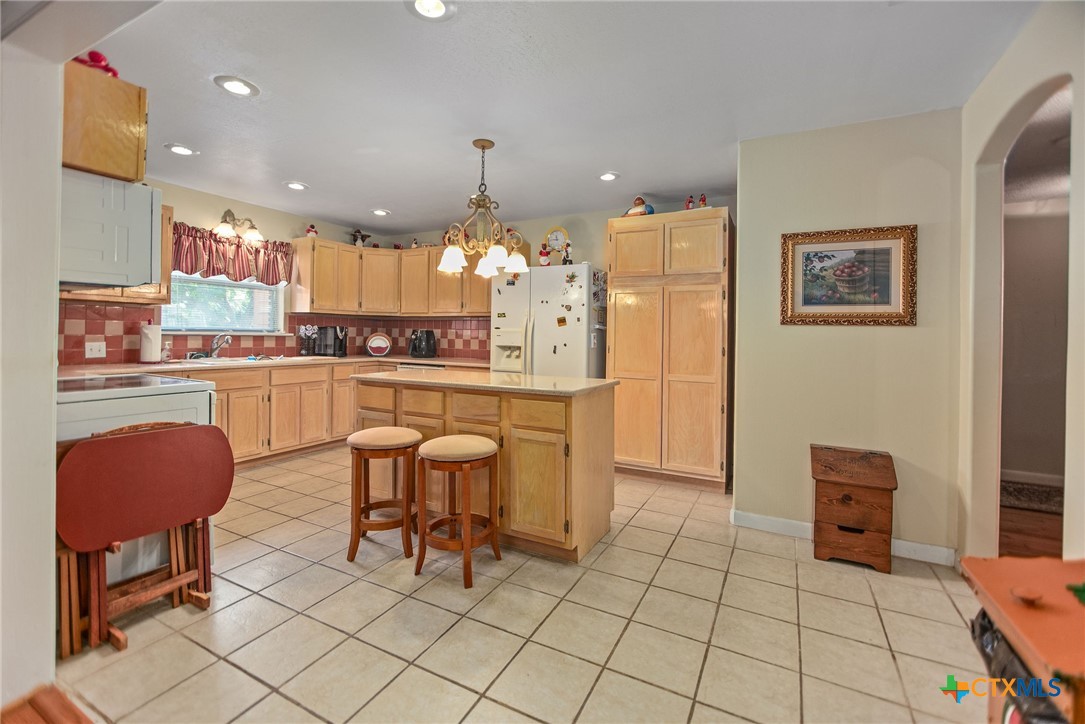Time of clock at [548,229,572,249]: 11:46
